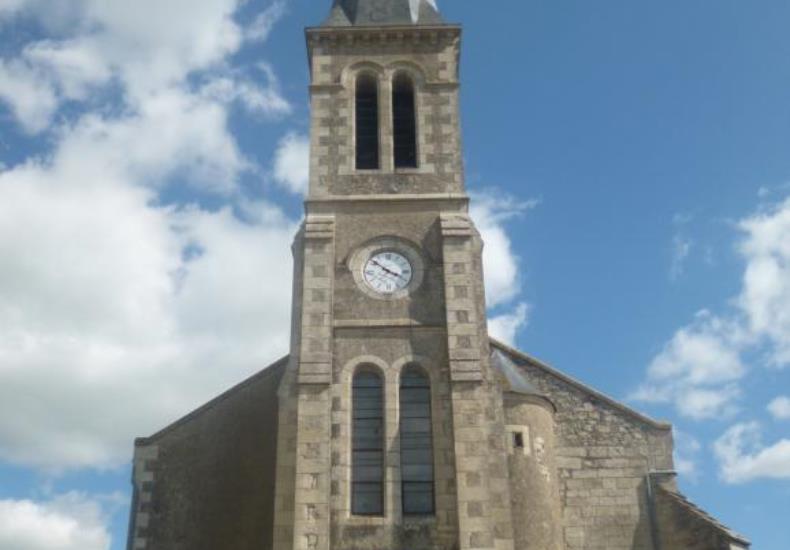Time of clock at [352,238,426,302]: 3:51
